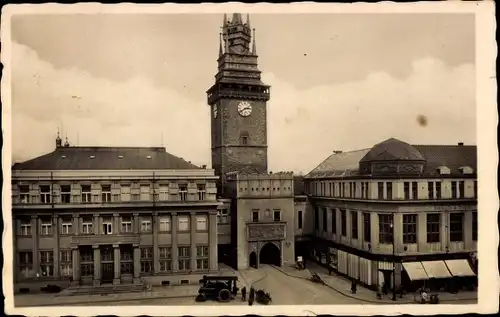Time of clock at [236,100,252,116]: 2:39
